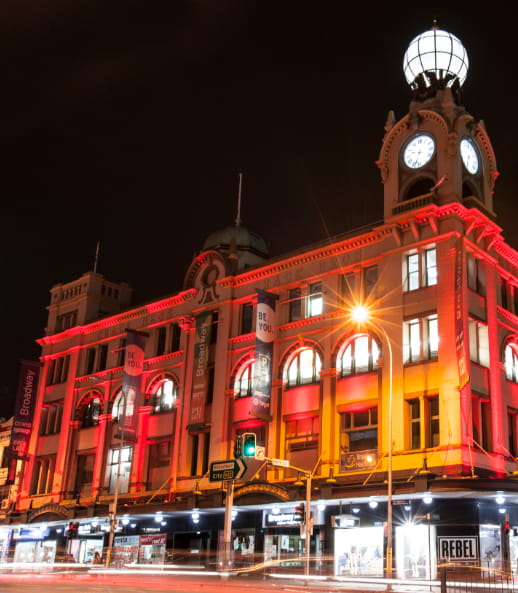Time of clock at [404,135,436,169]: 9:33
